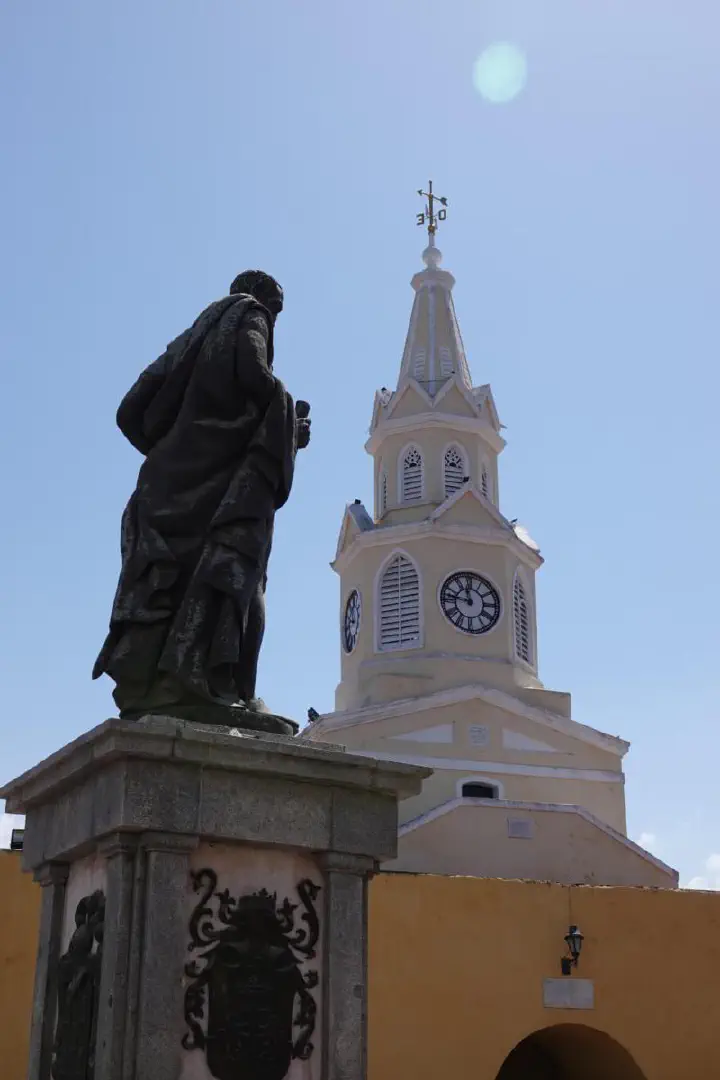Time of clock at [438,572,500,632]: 11:46
